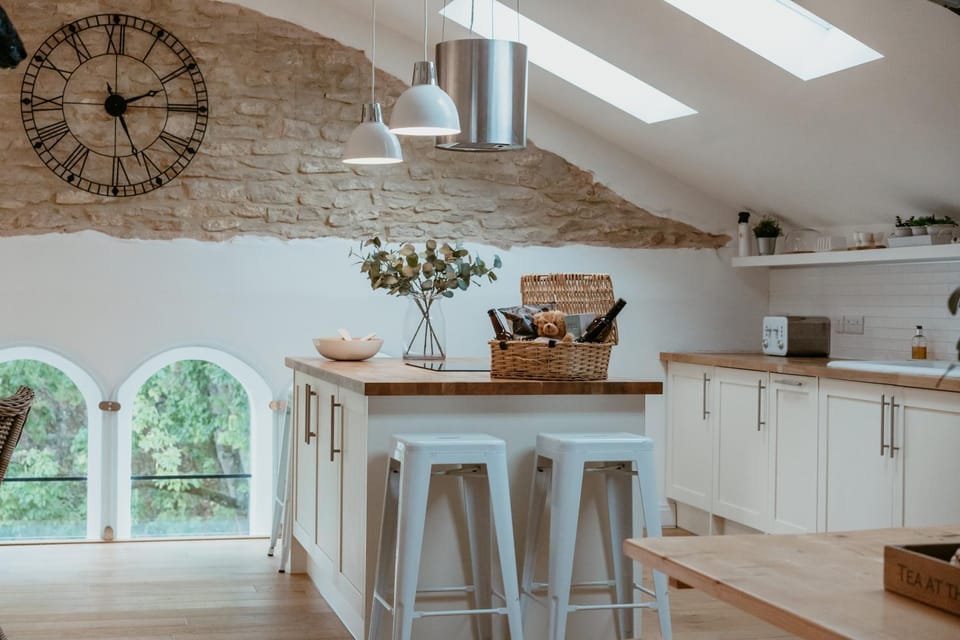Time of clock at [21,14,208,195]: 2:25
